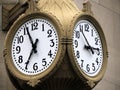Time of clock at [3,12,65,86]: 6:55
